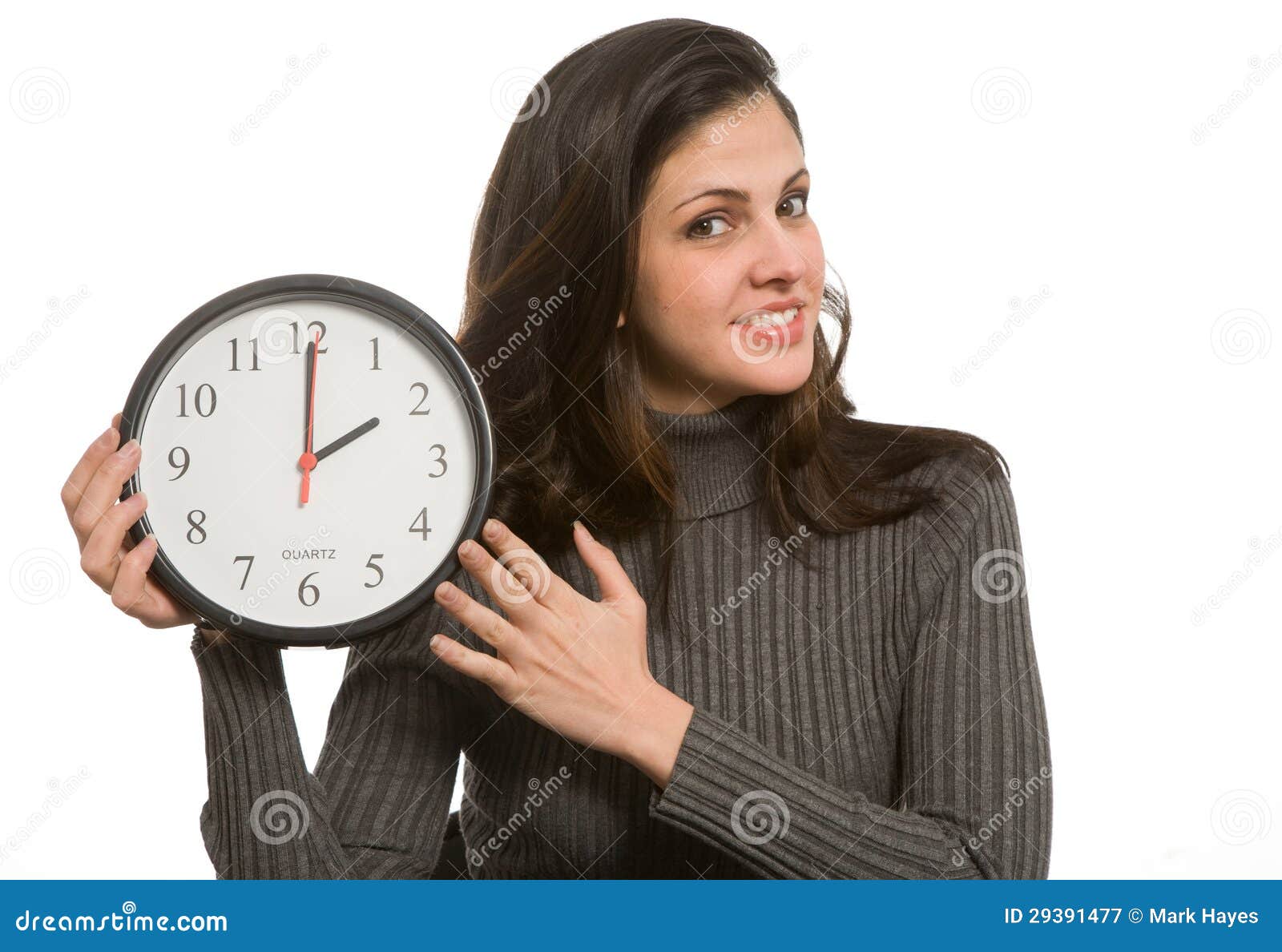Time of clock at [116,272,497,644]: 2:00
